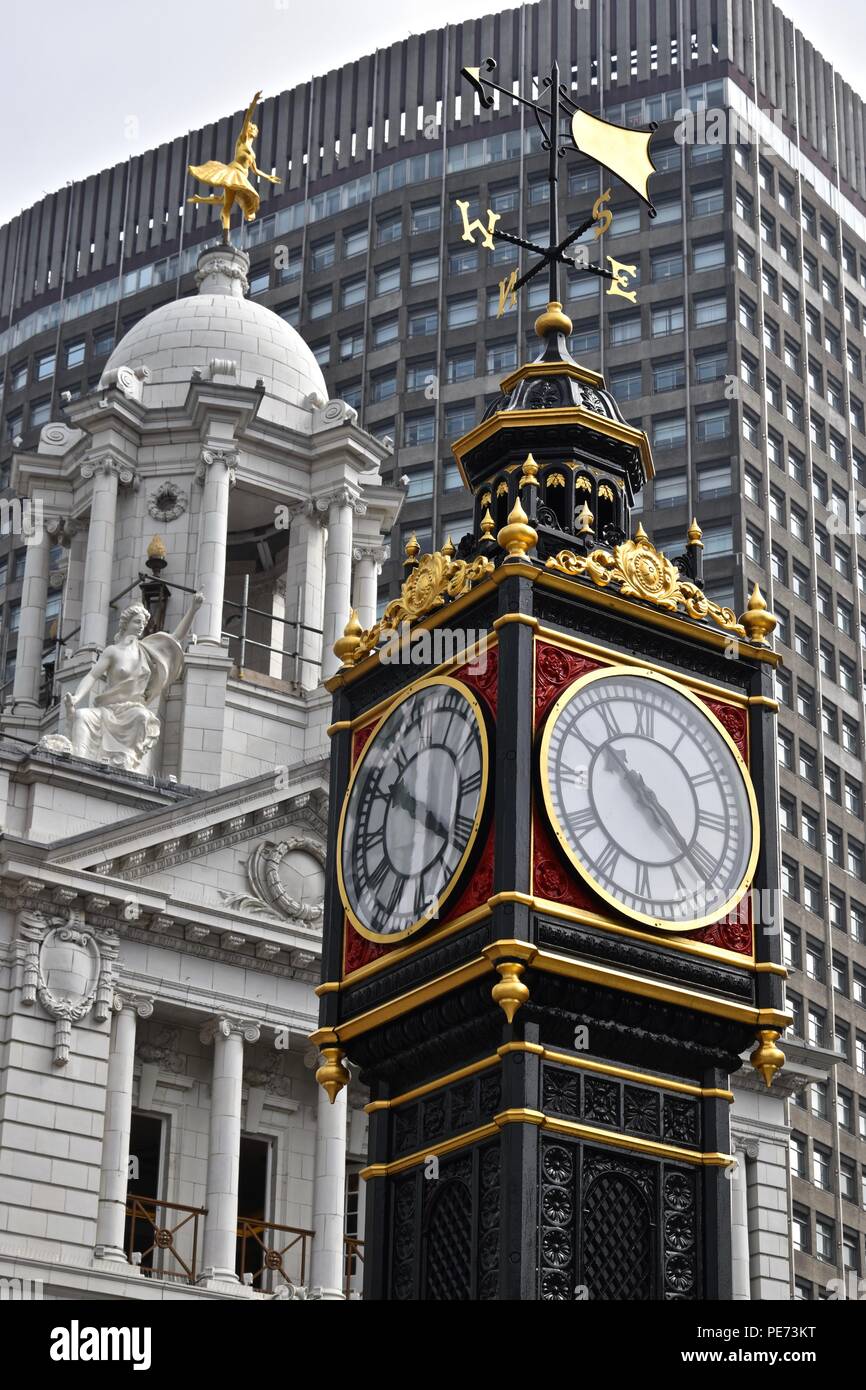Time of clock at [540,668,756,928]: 10:22
